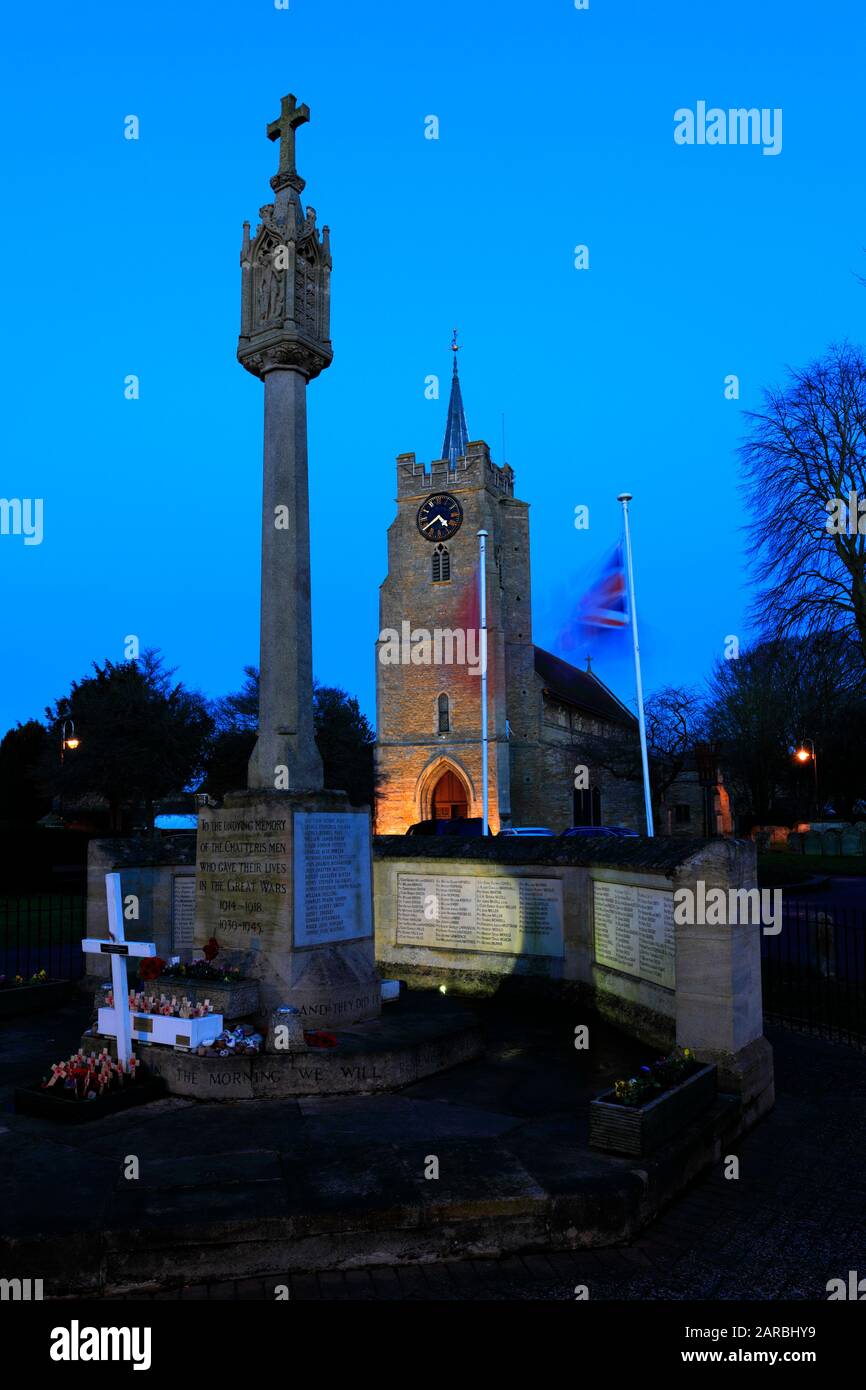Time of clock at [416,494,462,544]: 4:39
